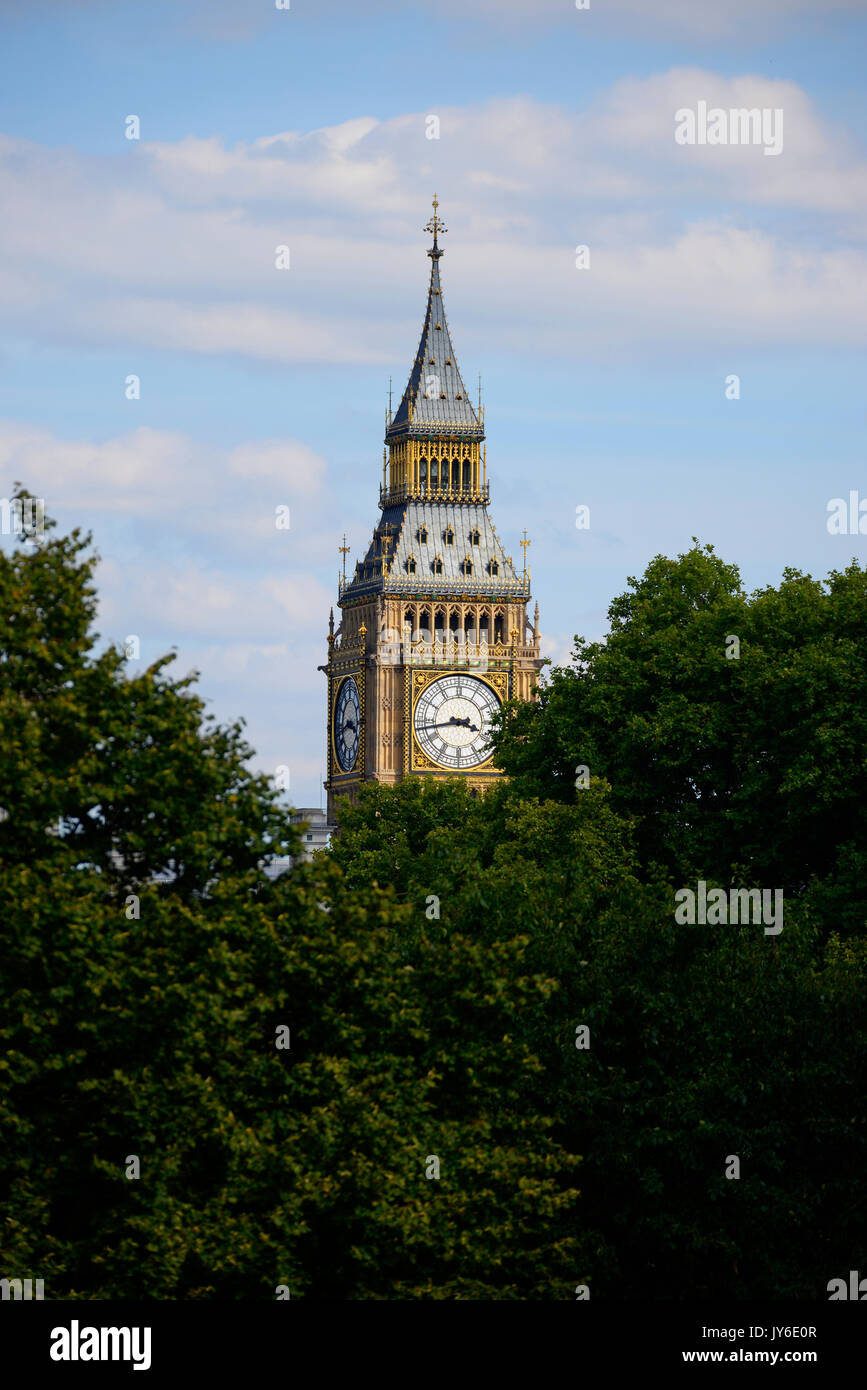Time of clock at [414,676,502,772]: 3:43
